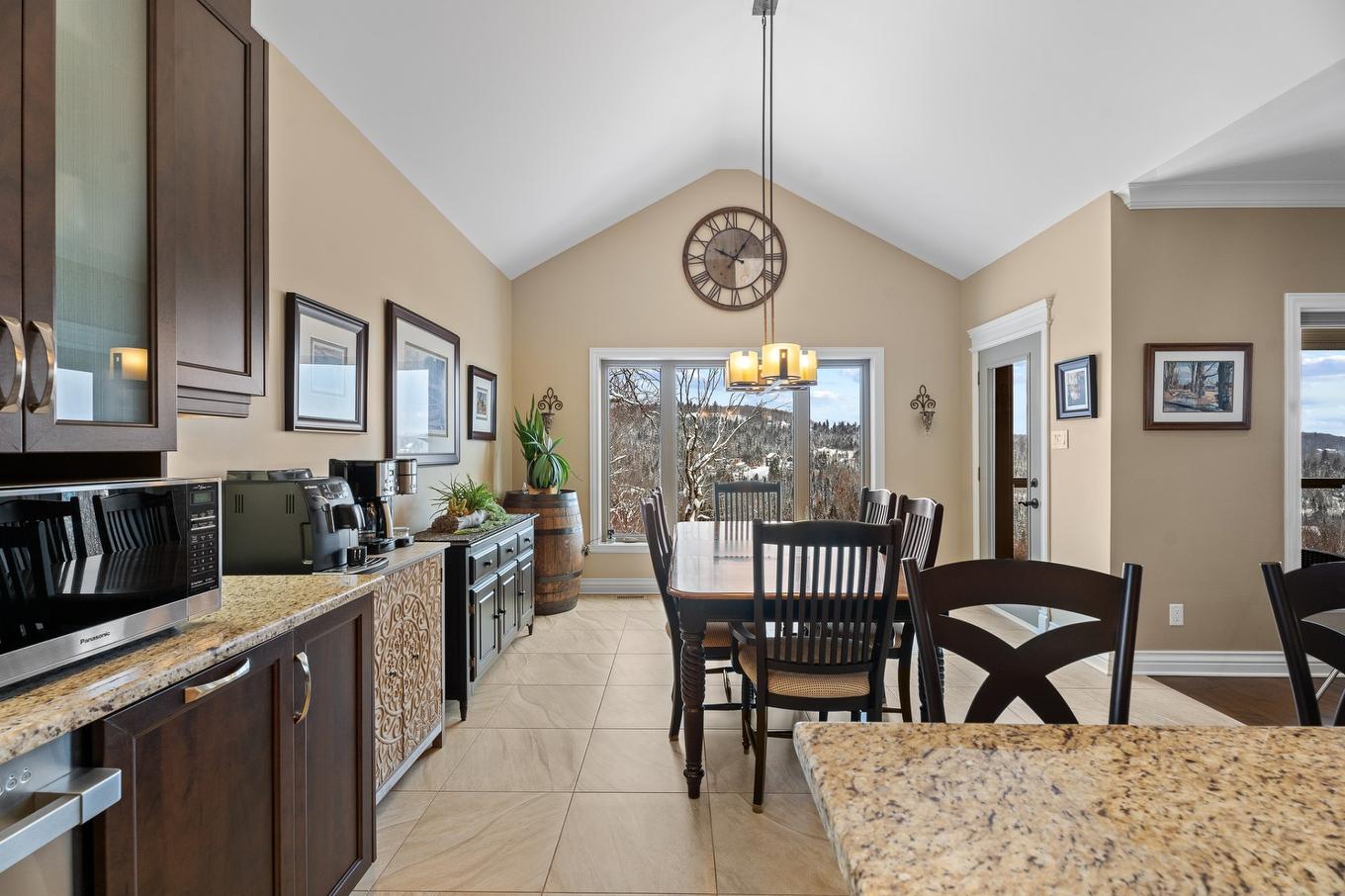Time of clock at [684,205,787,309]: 10:06
